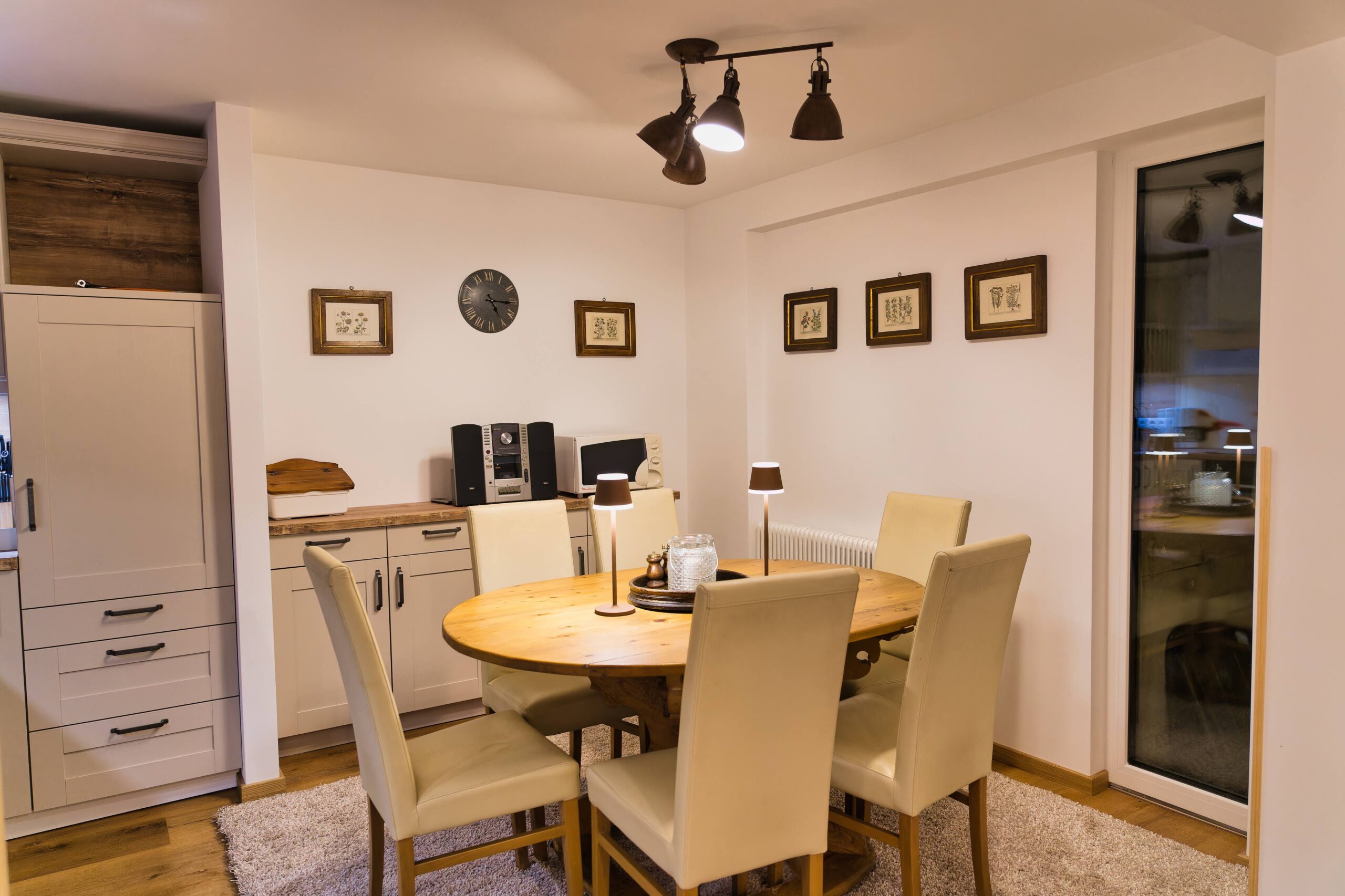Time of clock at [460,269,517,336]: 5:15
